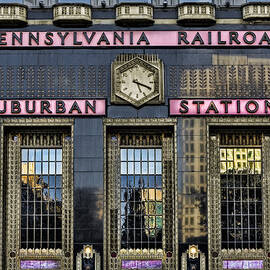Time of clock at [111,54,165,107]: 5:18
